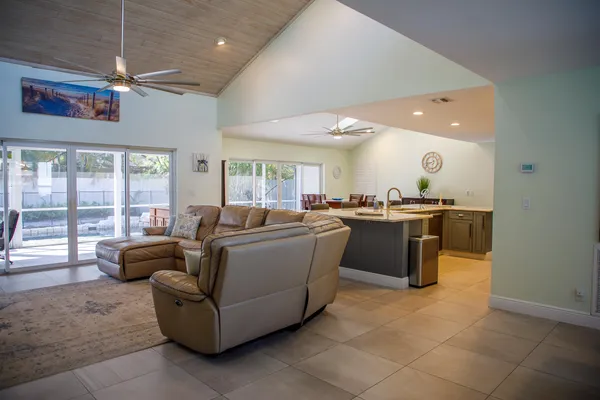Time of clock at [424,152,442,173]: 8:31
